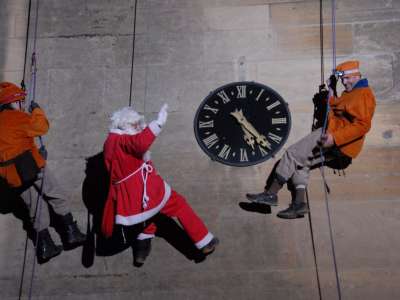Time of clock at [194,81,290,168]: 5:23
